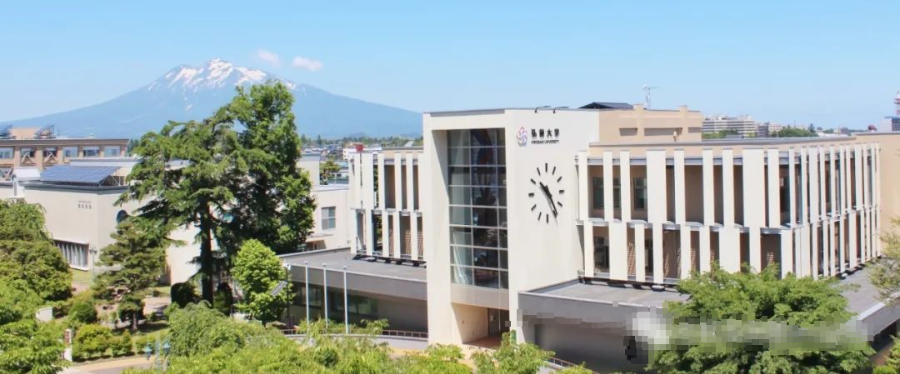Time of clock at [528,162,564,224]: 10:24
